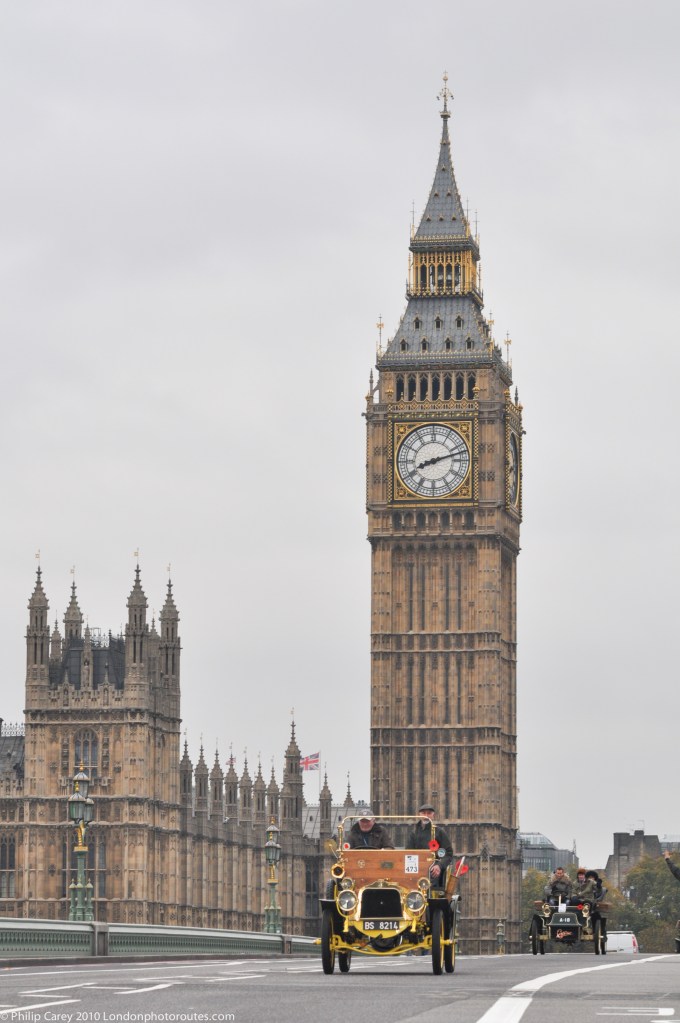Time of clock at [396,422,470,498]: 8:12
